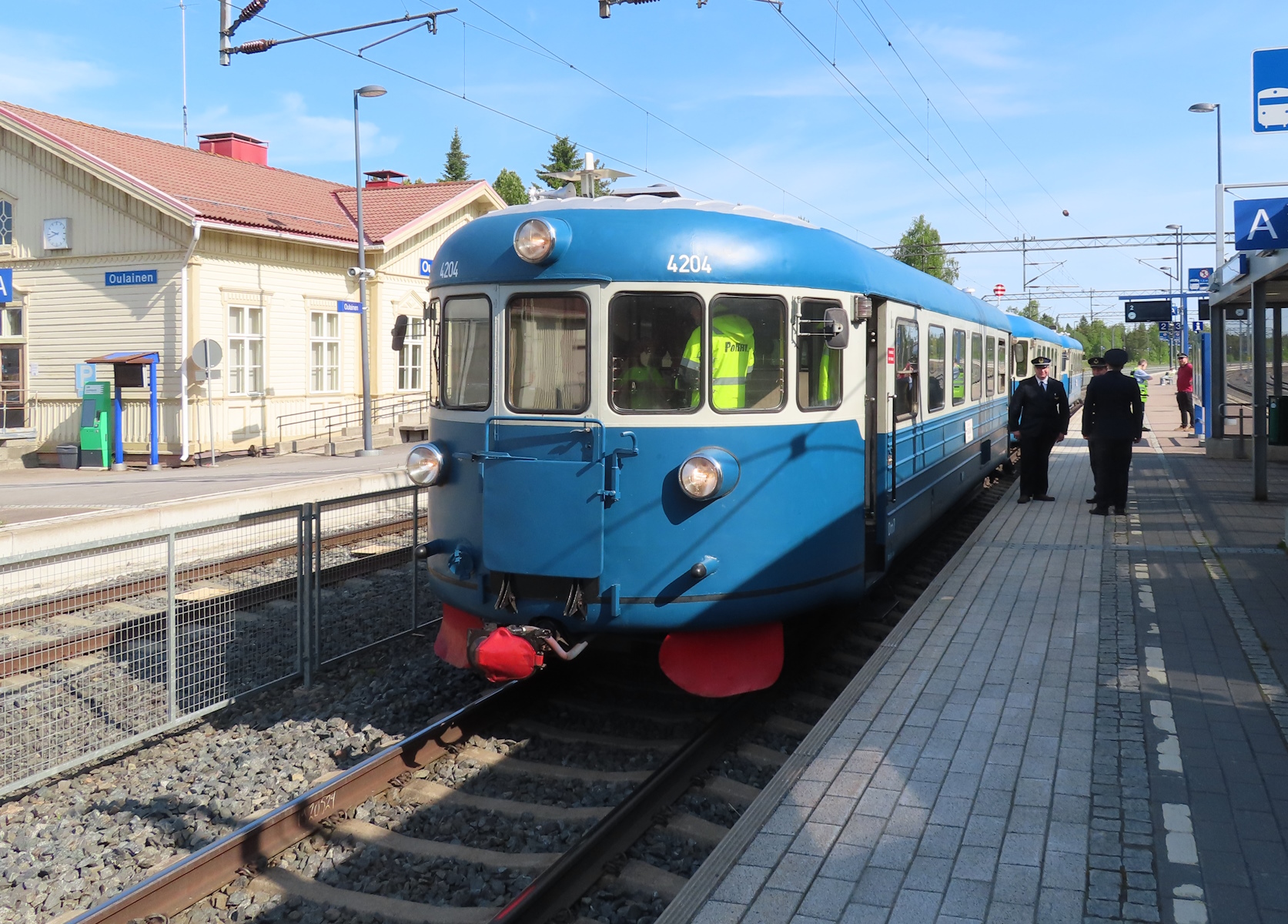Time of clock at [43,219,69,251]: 9:42
